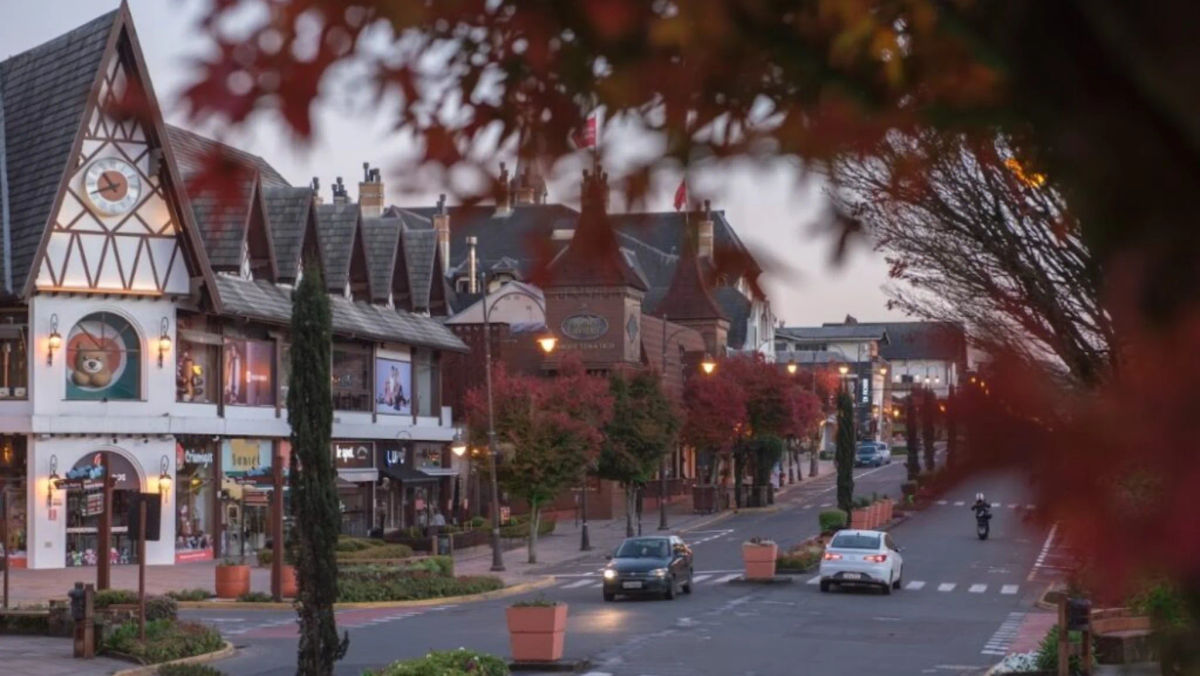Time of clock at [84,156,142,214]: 10:41
